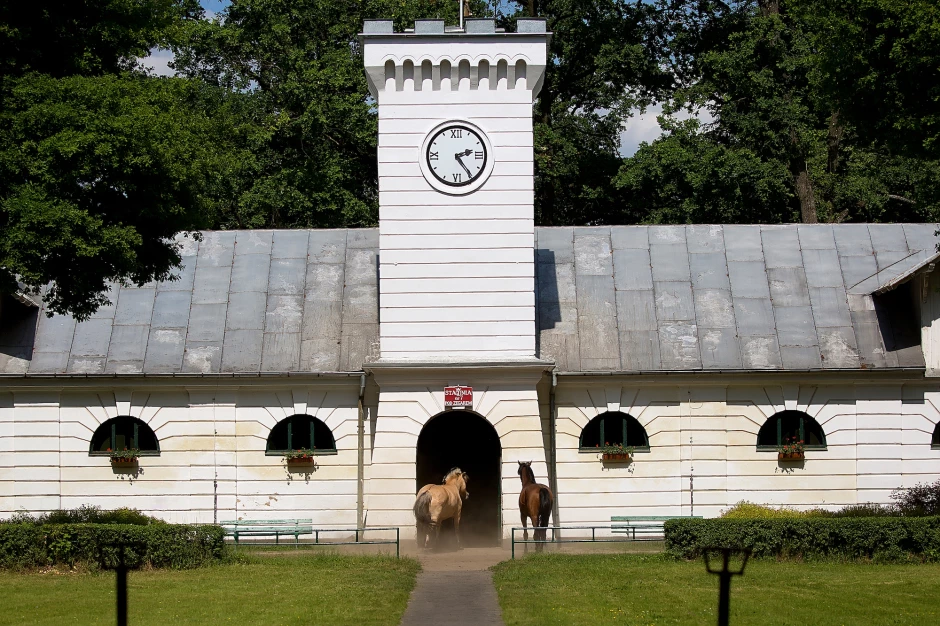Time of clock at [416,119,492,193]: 2:24
